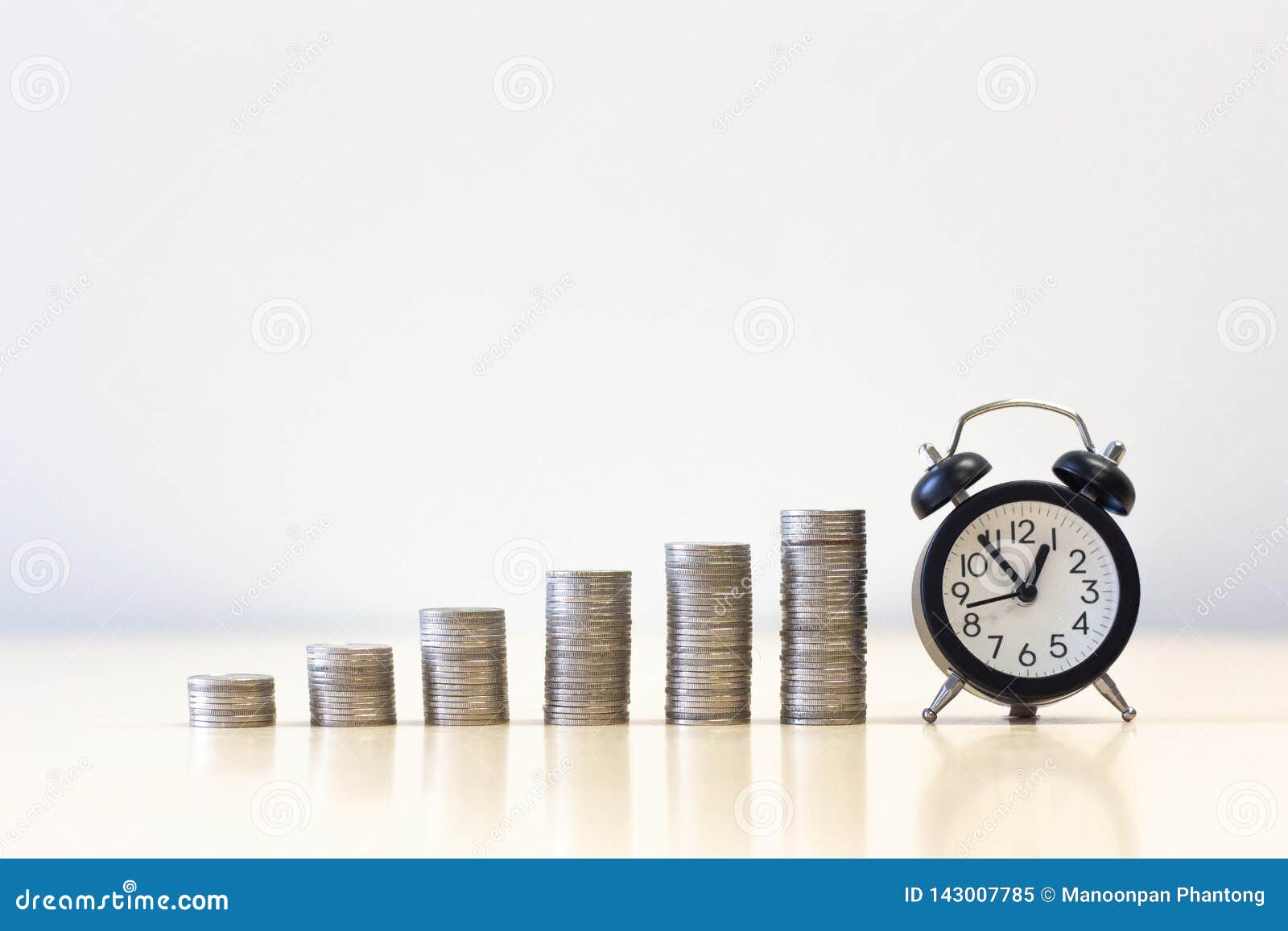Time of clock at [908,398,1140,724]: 12:53
